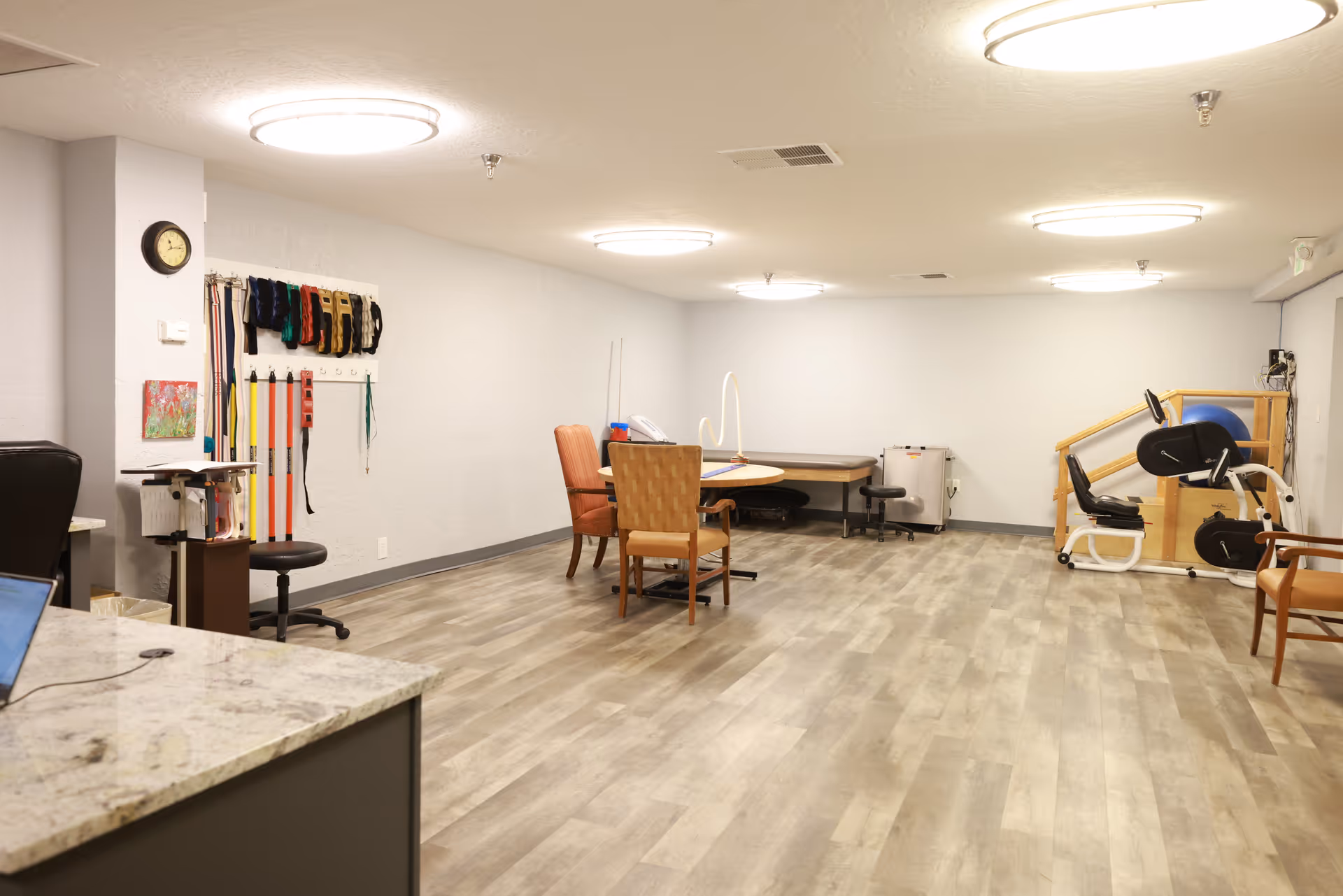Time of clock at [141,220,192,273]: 11:13
